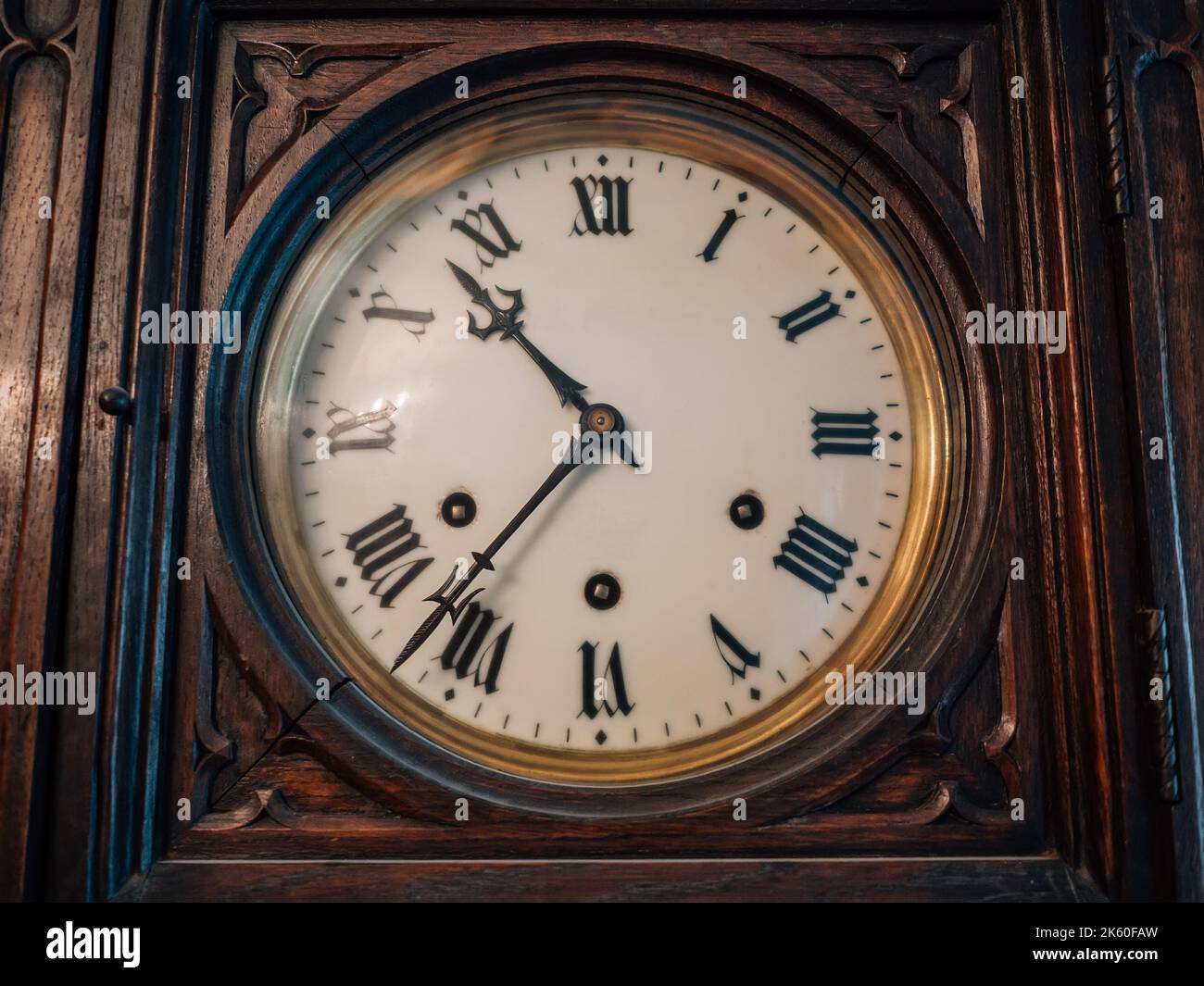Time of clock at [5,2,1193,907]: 10:36
